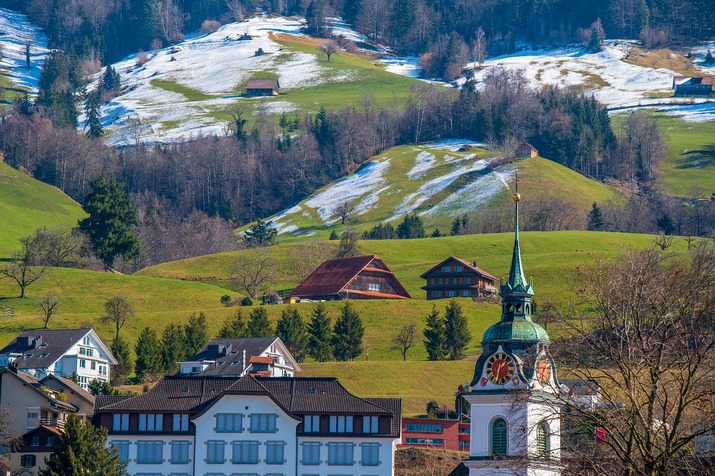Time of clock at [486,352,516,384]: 1:32
